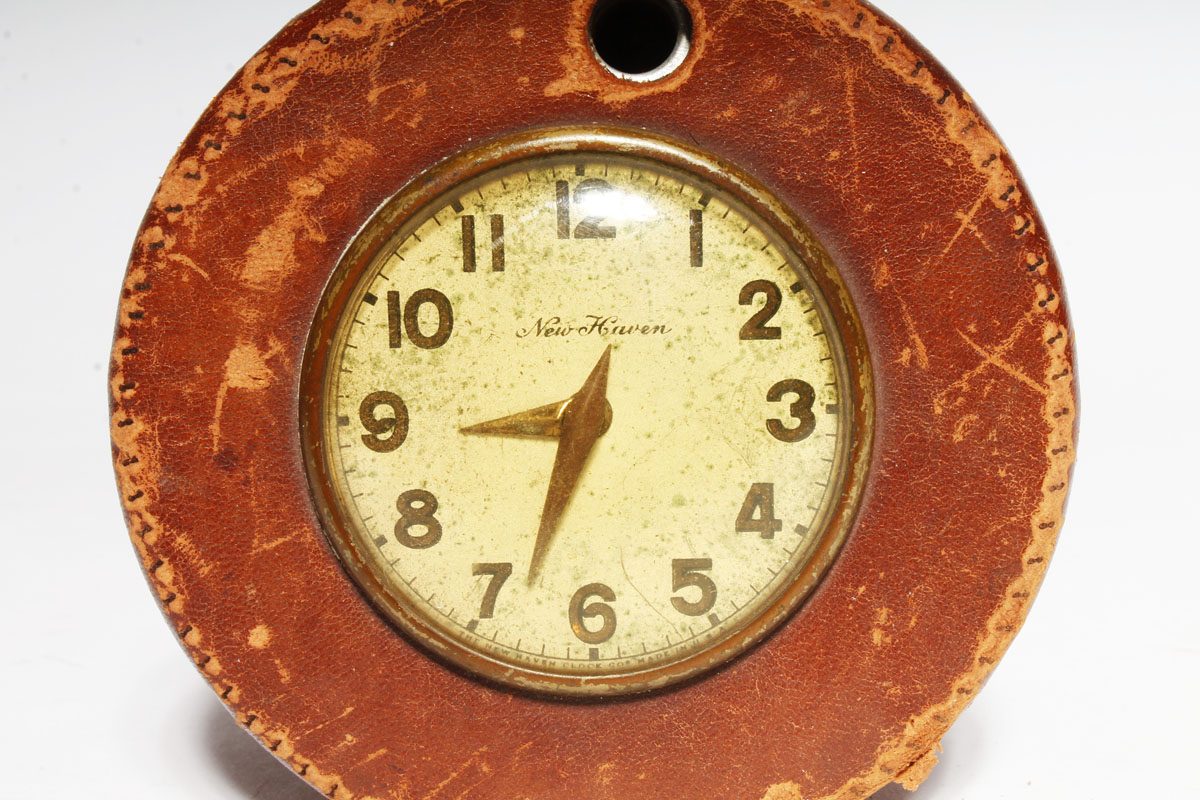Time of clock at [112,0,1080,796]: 8:33
